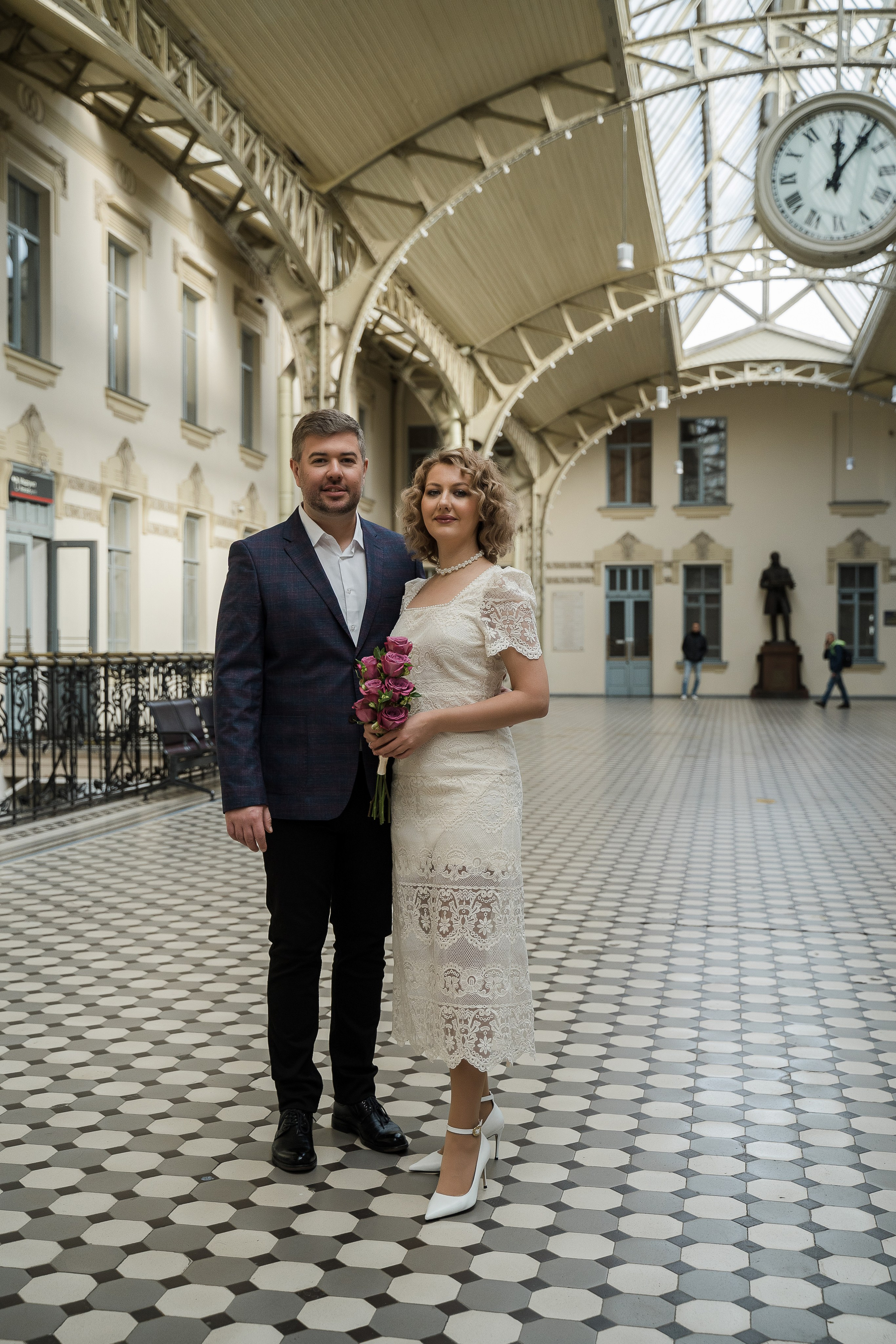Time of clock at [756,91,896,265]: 12:06
